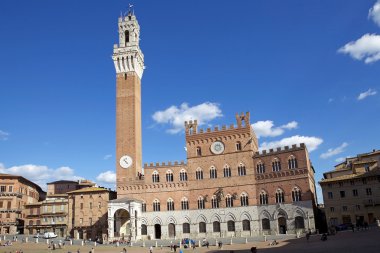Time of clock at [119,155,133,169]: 4:22
